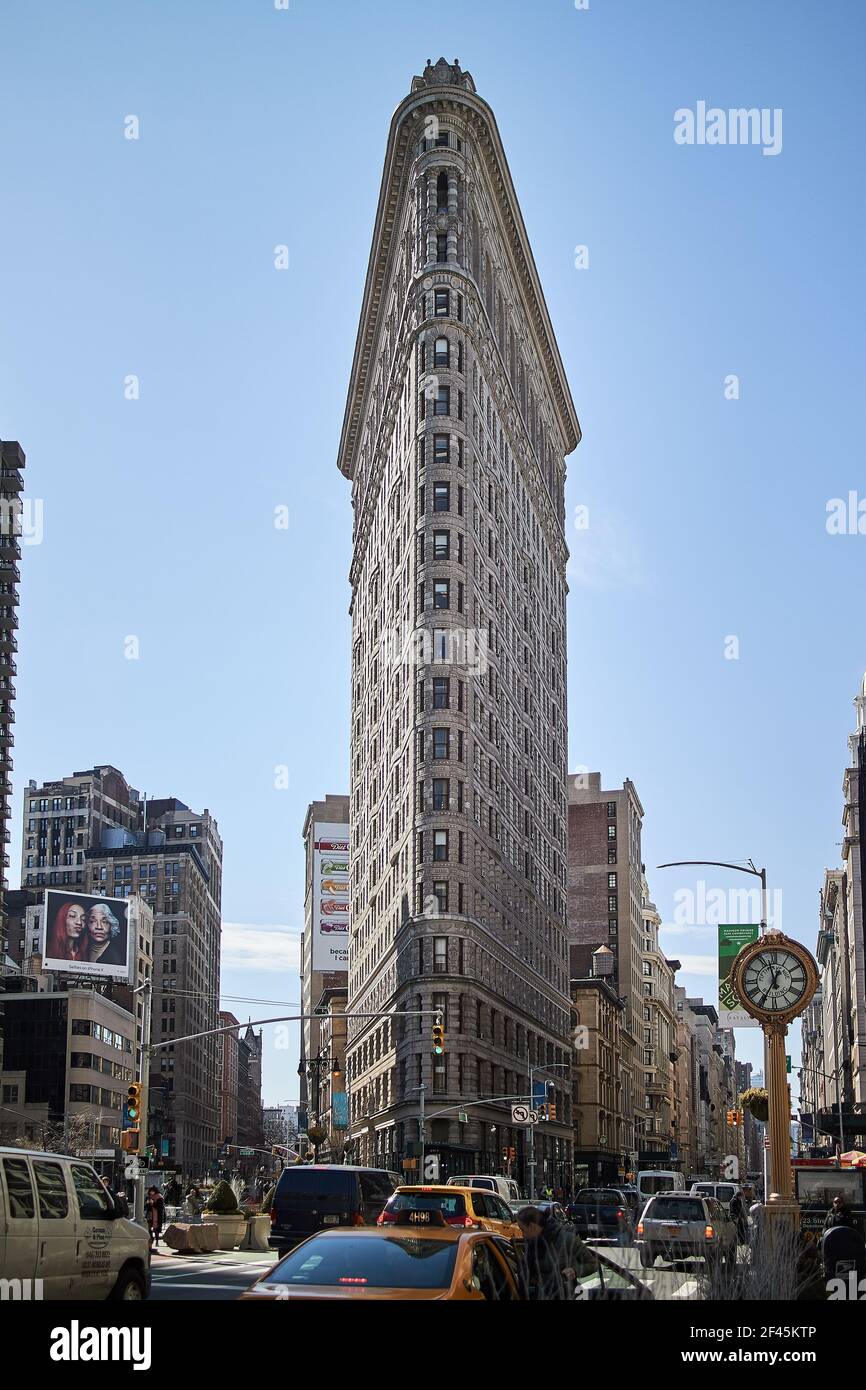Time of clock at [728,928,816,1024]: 11:35
